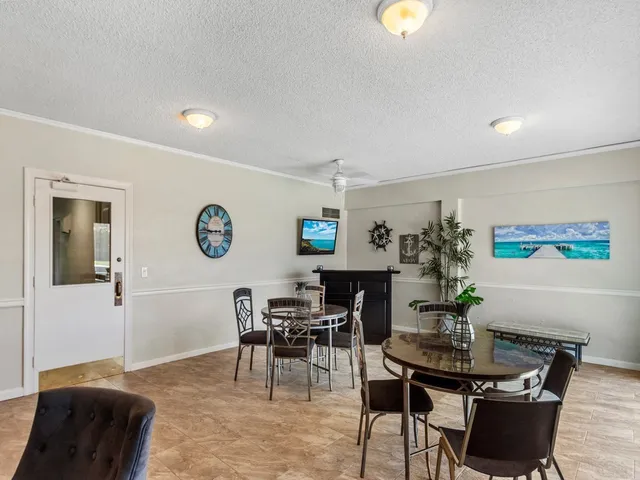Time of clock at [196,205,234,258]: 8:45
